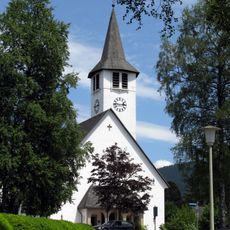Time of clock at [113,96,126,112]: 2:46
